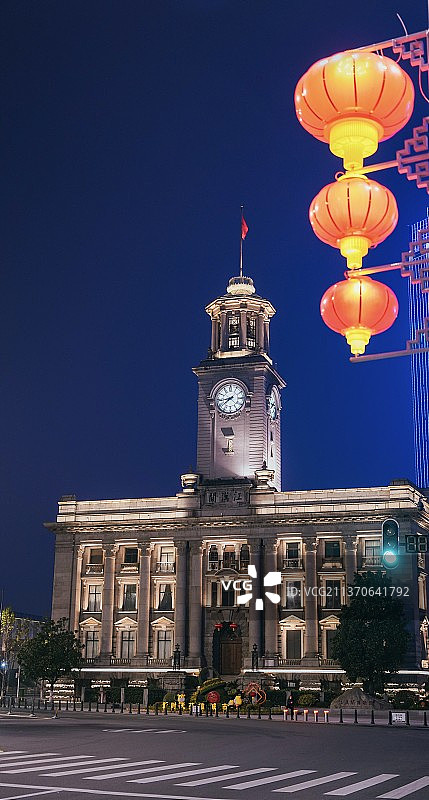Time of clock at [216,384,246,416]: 8:38
